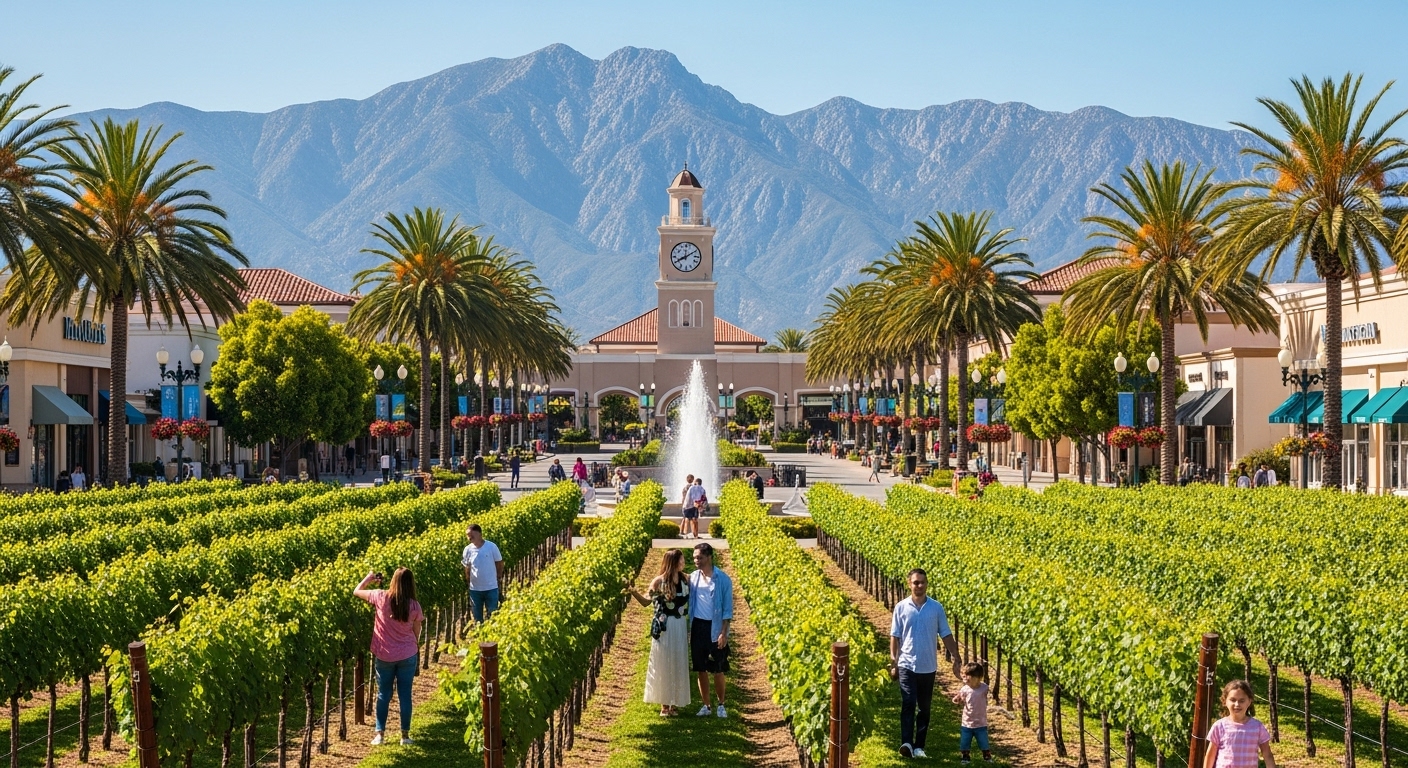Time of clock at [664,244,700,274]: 8:09
